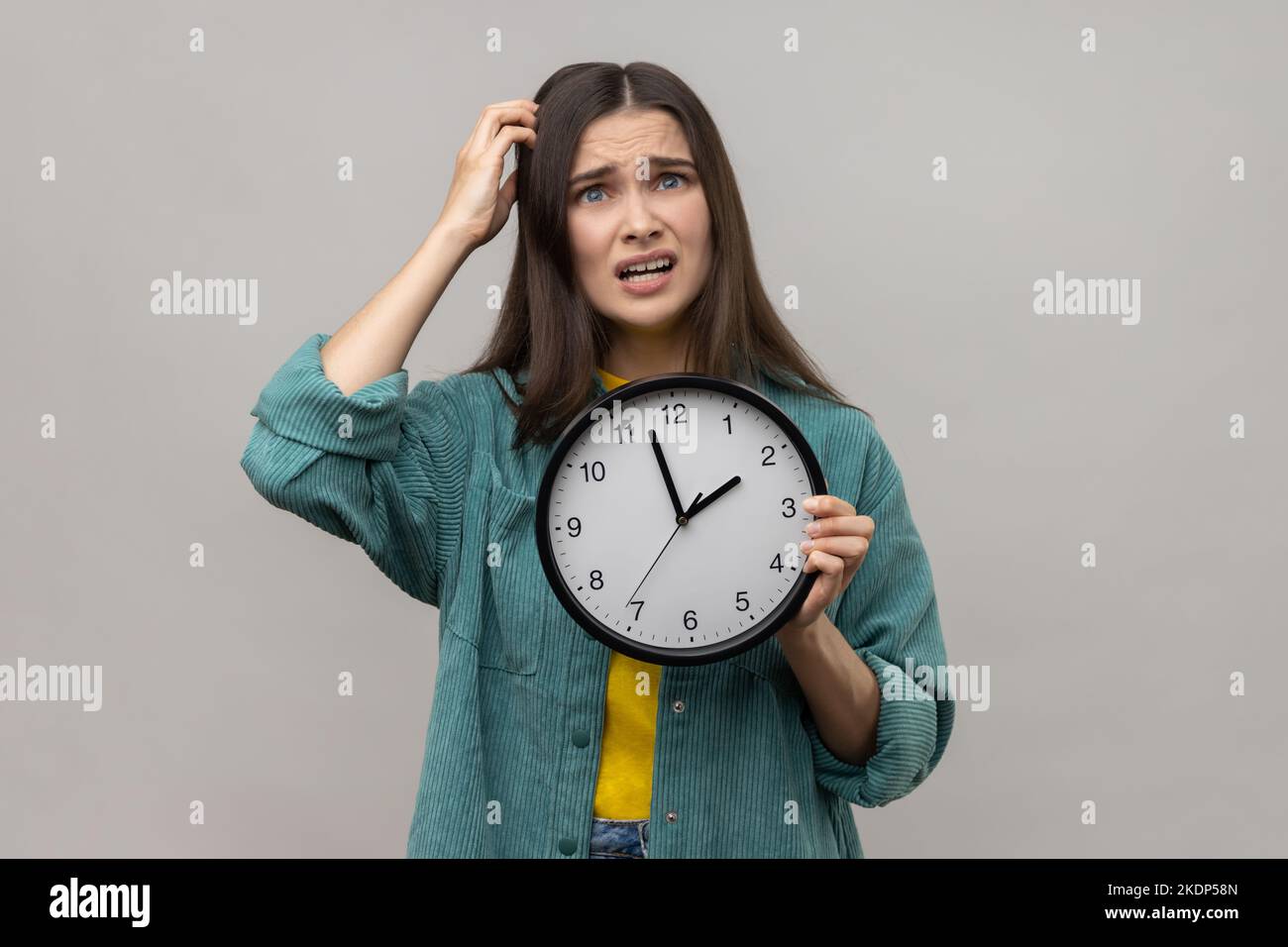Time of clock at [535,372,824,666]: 1:57
